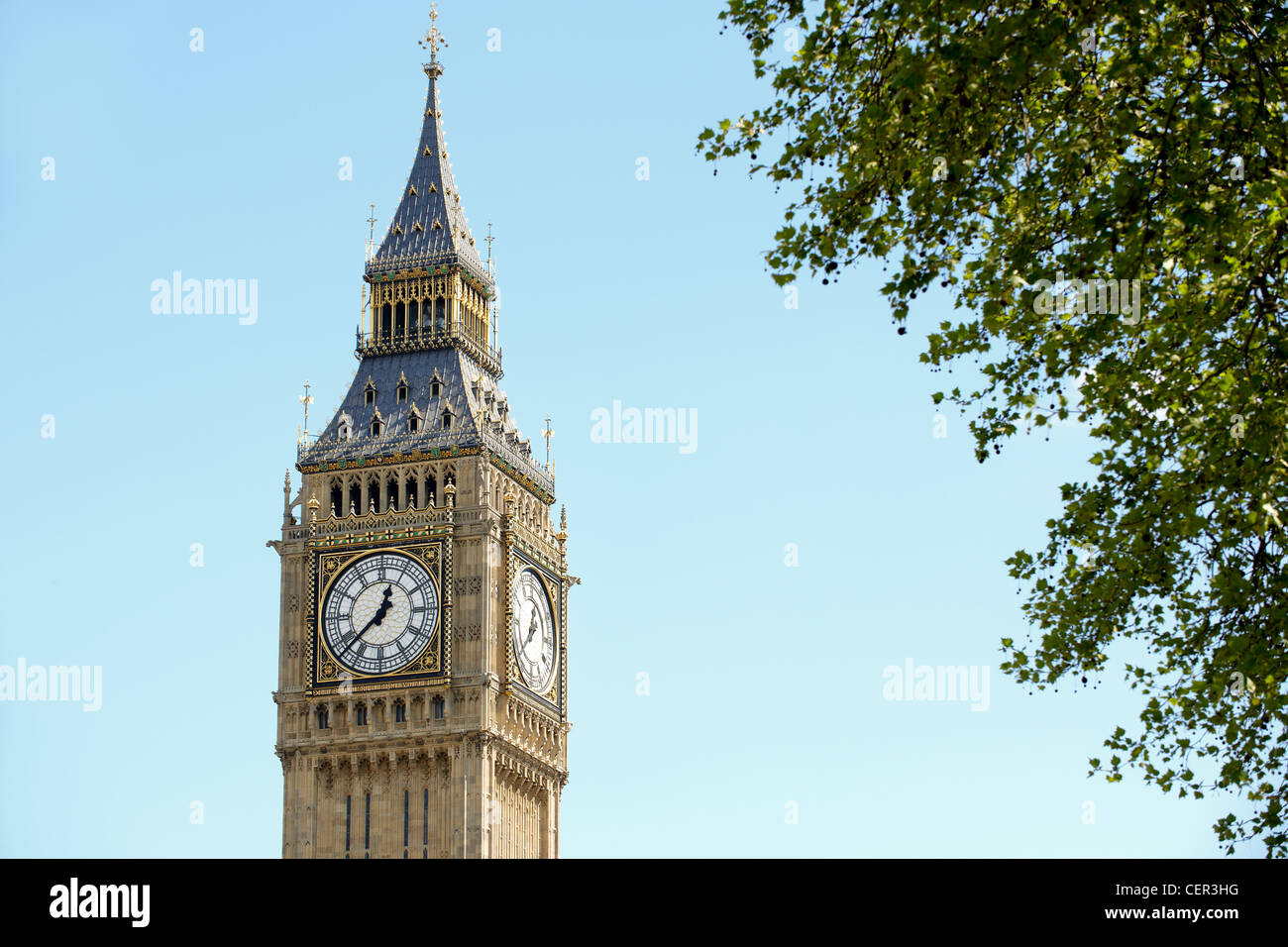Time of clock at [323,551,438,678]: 12:37
